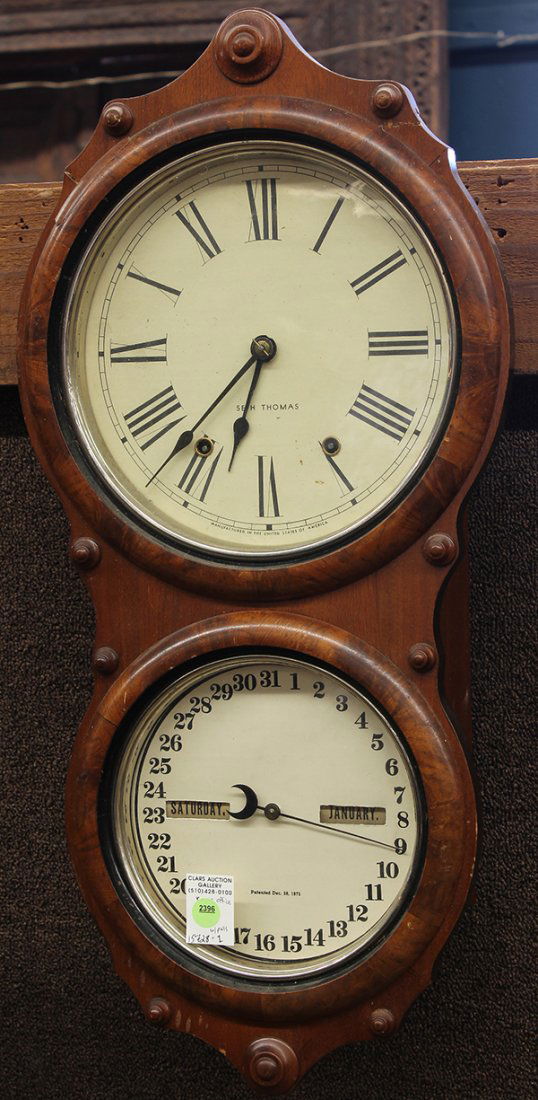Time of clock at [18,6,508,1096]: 6:36
